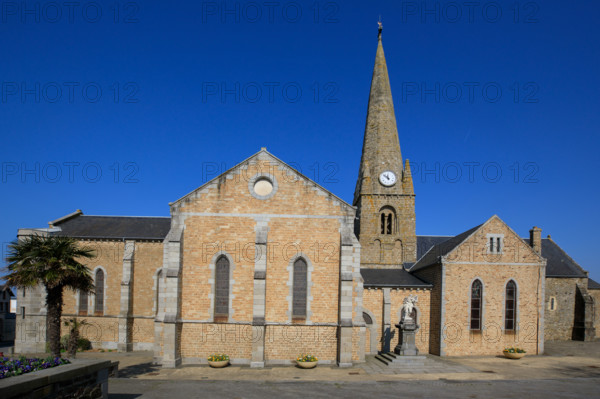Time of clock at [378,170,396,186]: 11:52
